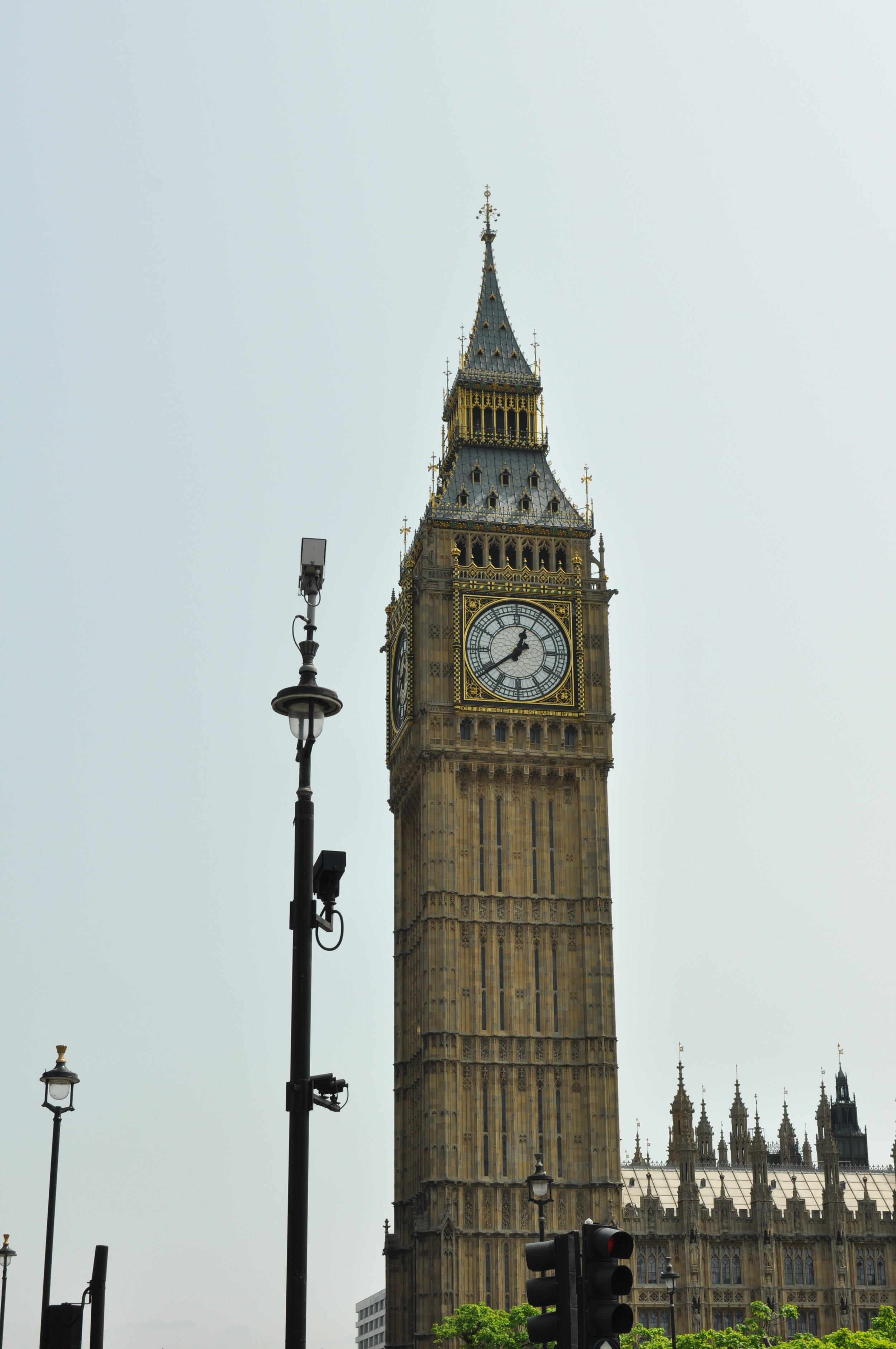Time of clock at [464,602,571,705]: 12:39
